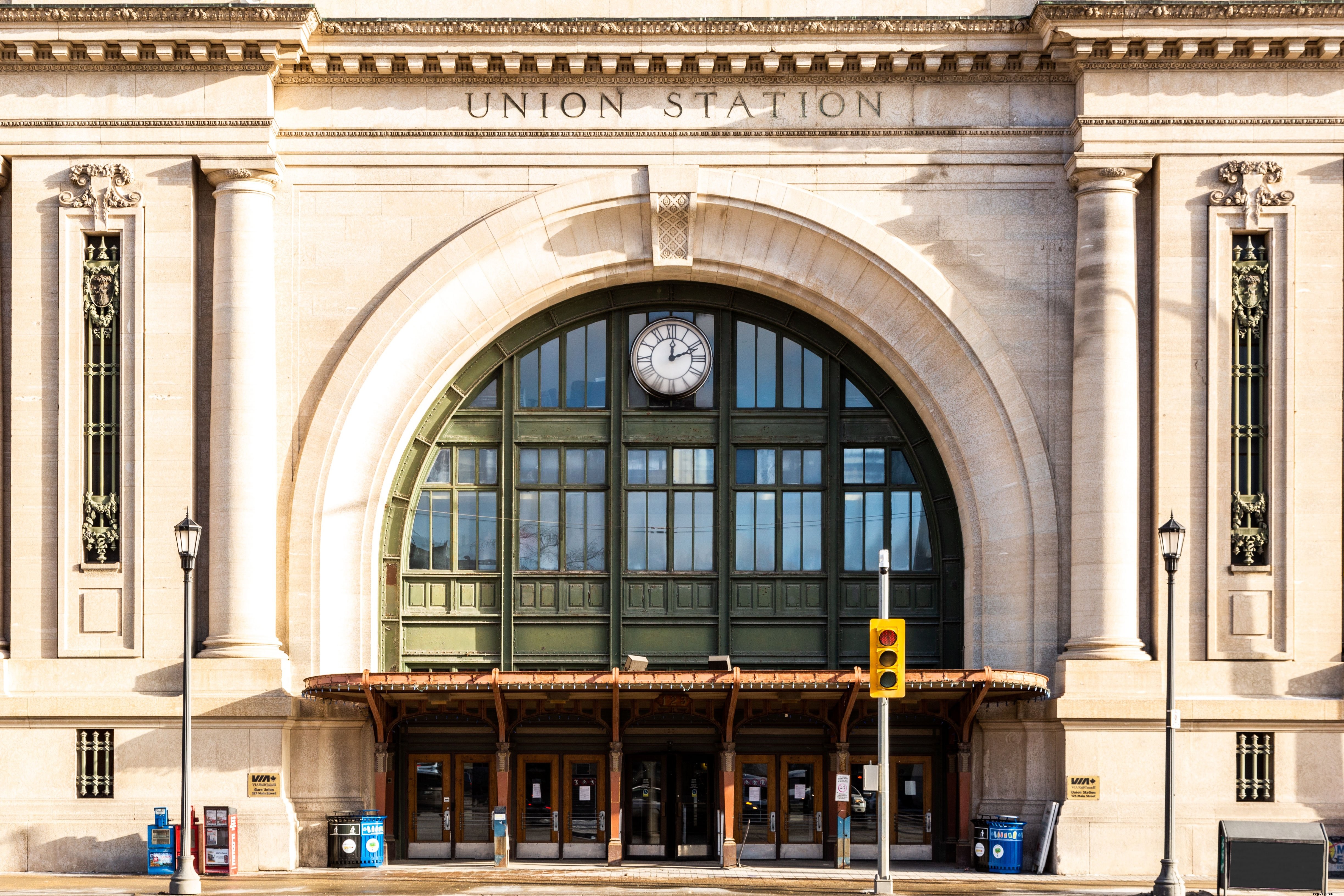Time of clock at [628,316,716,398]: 12:11
